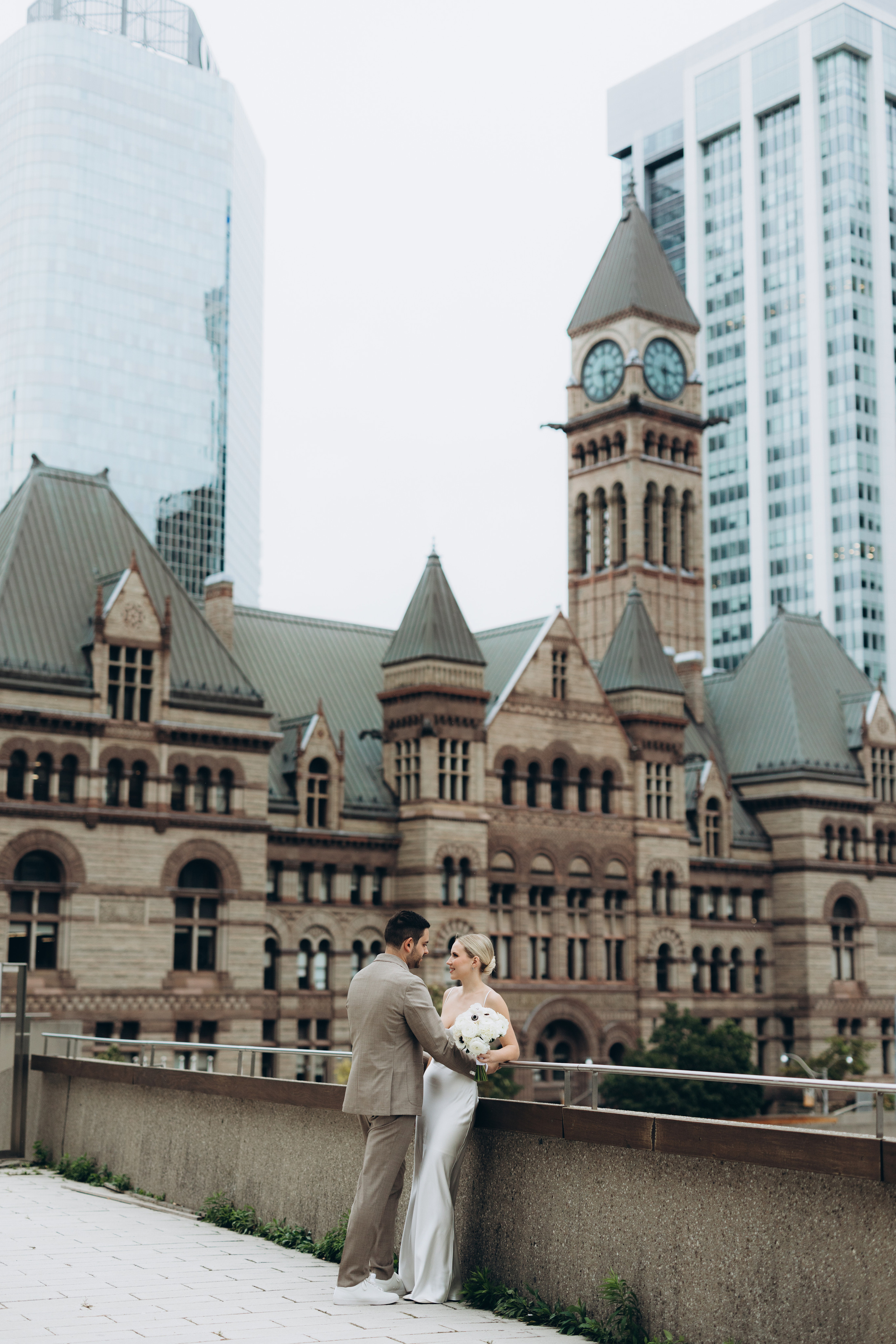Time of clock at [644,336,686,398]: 3:28
